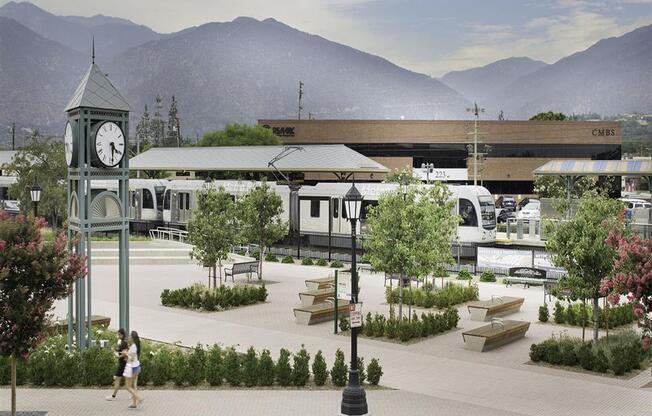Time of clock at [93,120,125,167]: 4:29
